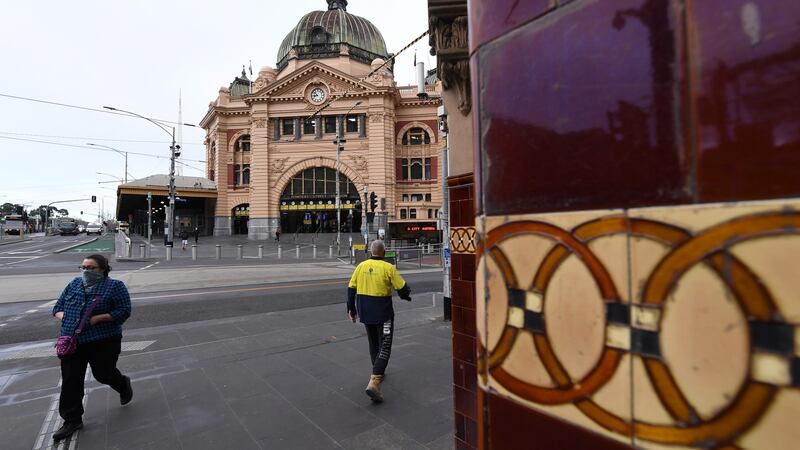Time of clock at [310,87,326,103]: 8:52
